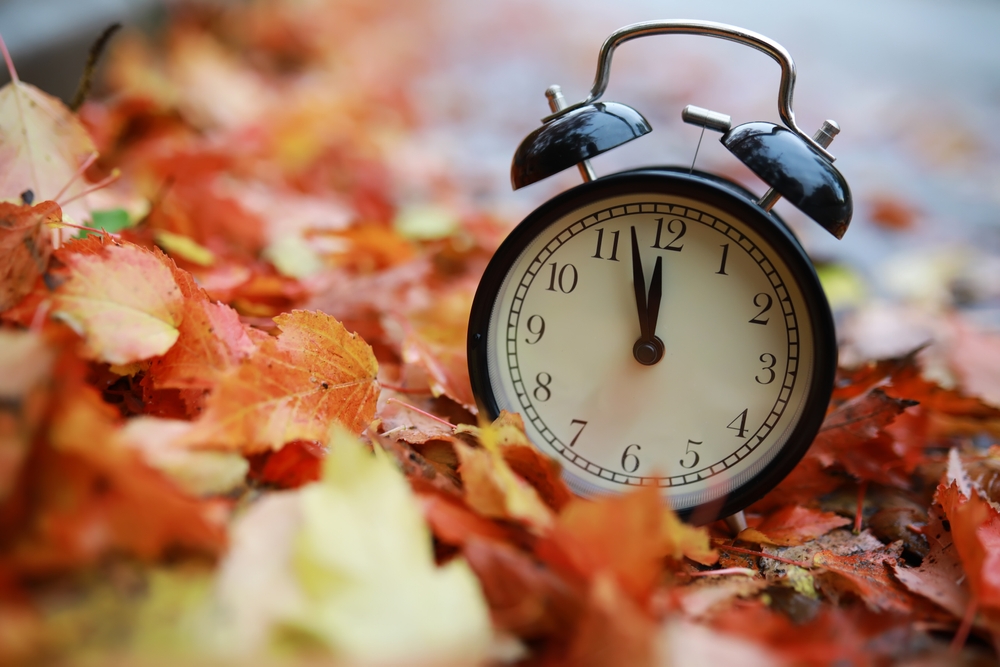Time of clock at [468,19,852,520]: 11:57
